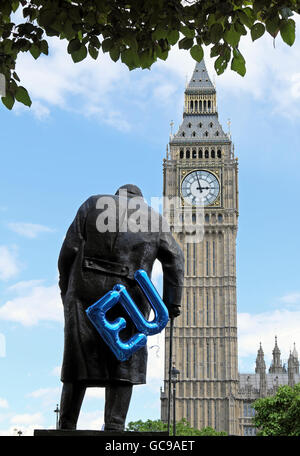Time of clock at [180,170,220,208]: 2:57
